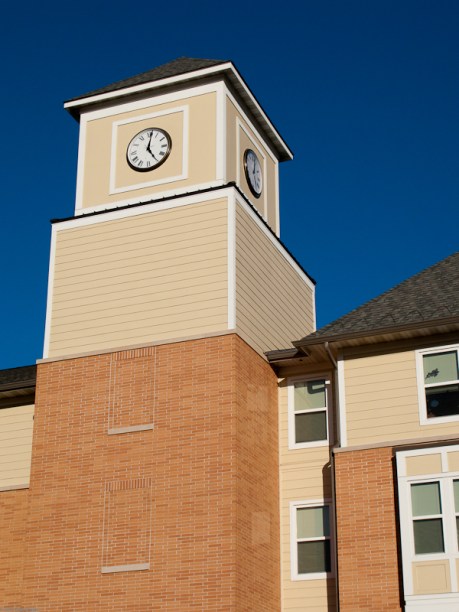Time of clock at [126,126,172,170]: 5:01
